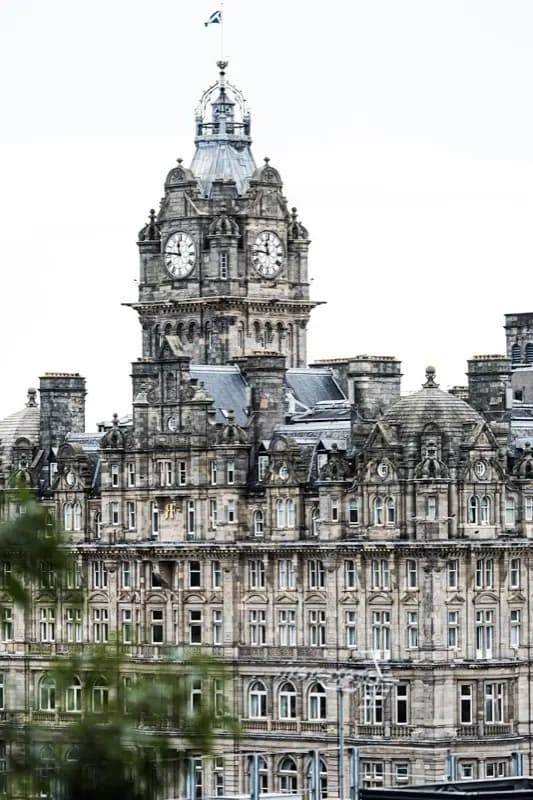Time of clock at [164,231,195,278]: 11:46
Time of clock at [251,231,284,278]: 11:46
